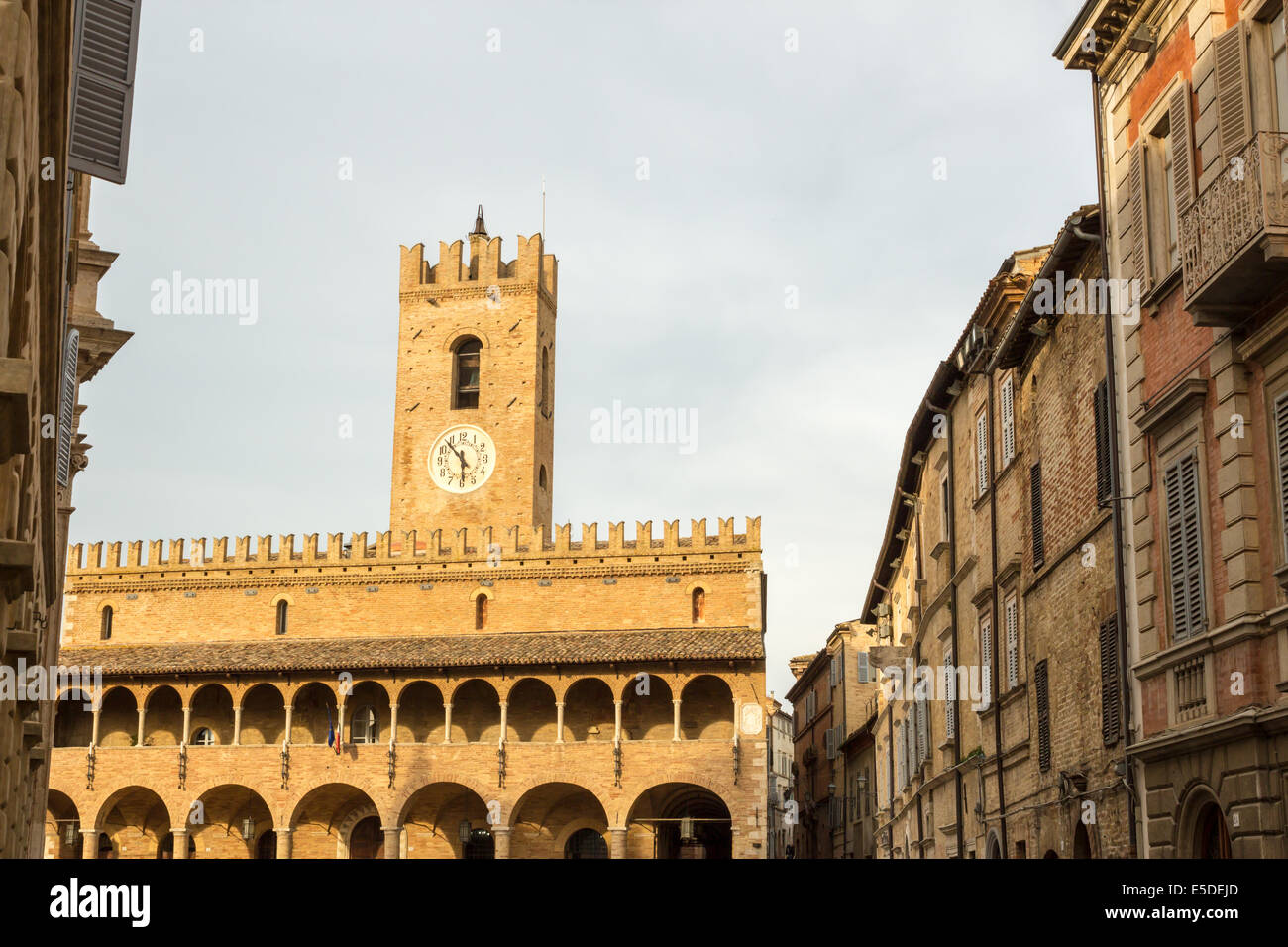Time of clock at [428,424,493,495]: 5:53
